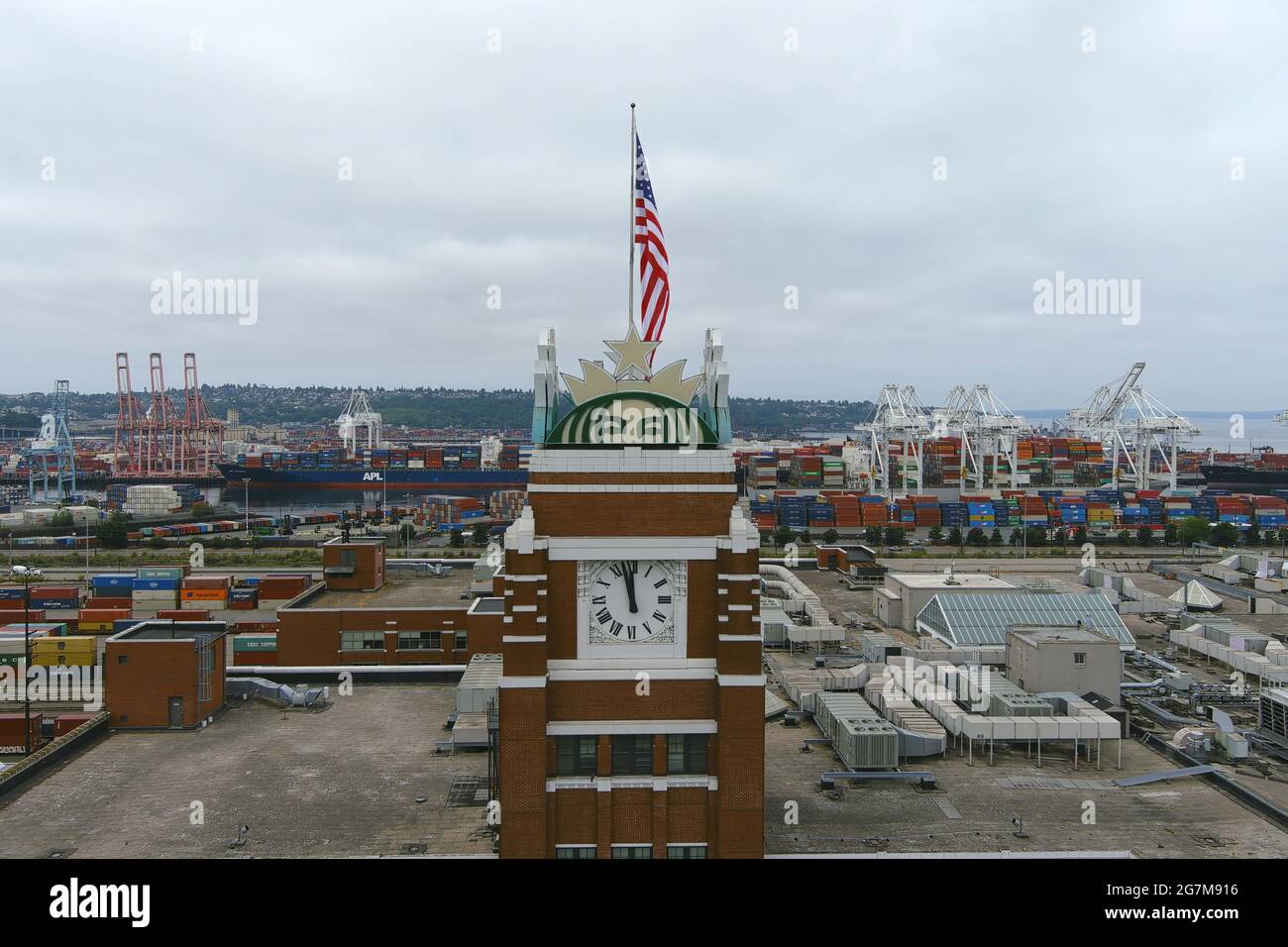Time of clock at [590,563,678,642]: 11:57
